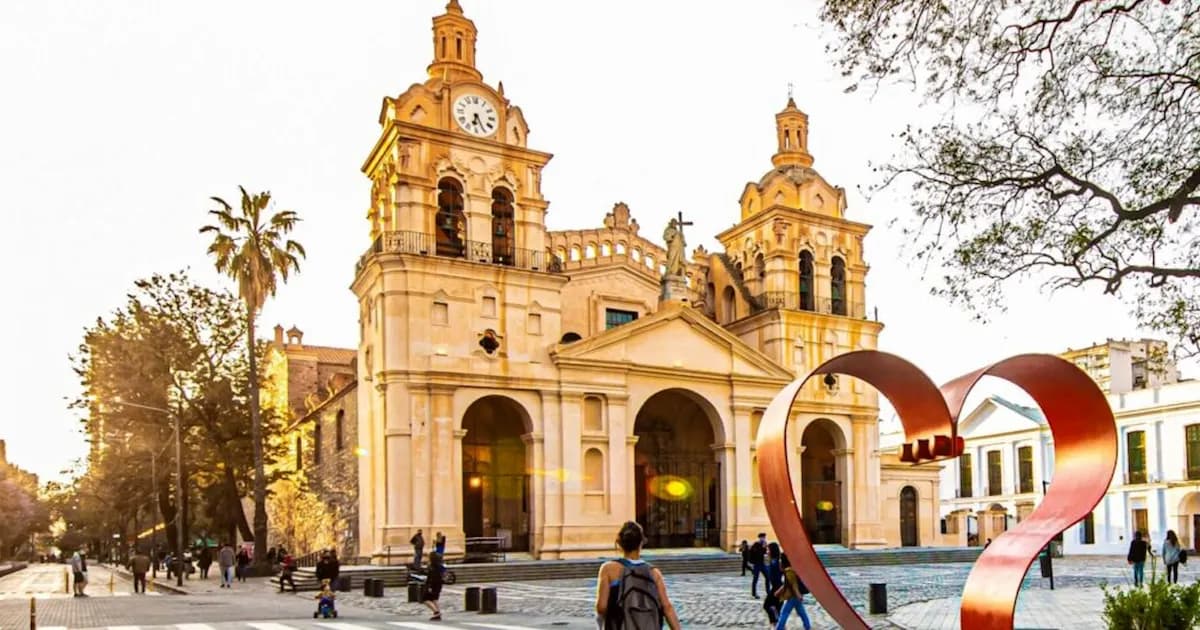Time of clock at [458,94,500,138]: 6:25
